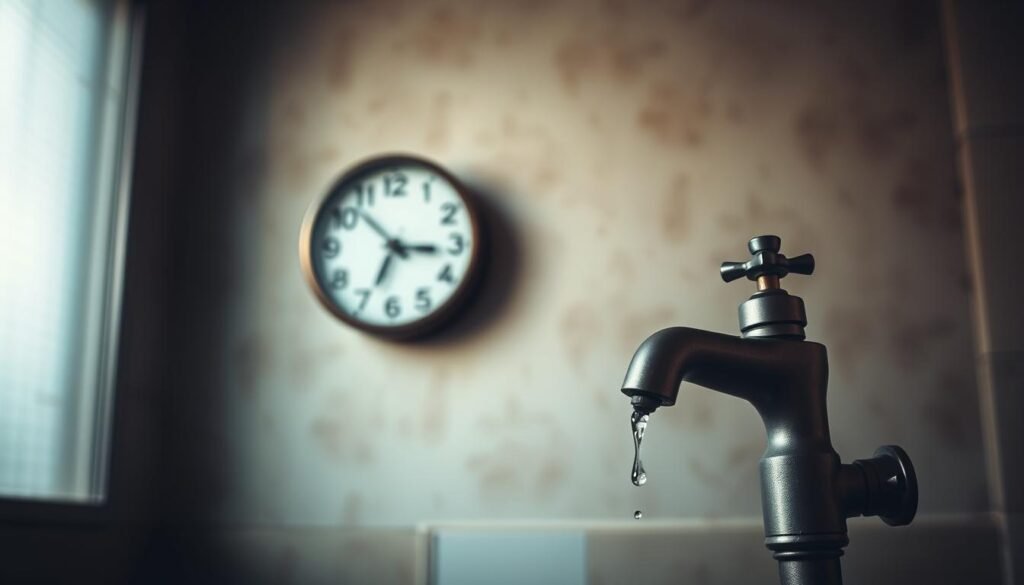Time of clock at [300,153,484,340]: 6:52
